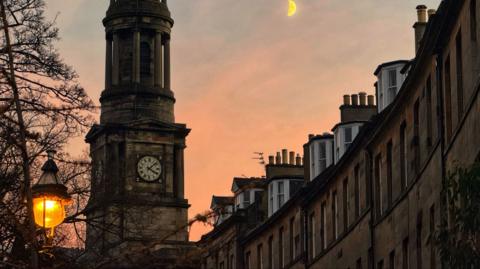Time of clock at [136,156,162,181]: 4:07
